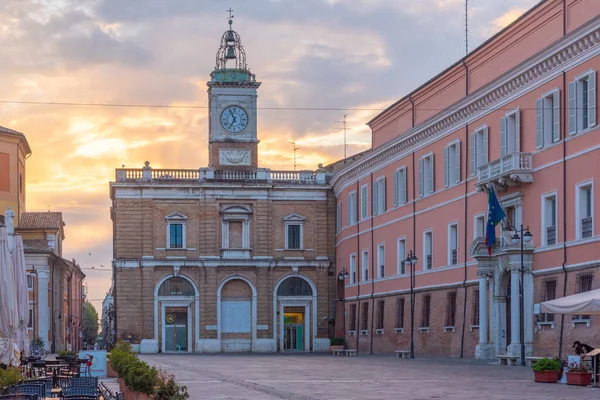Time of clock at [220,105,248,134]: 6:55
